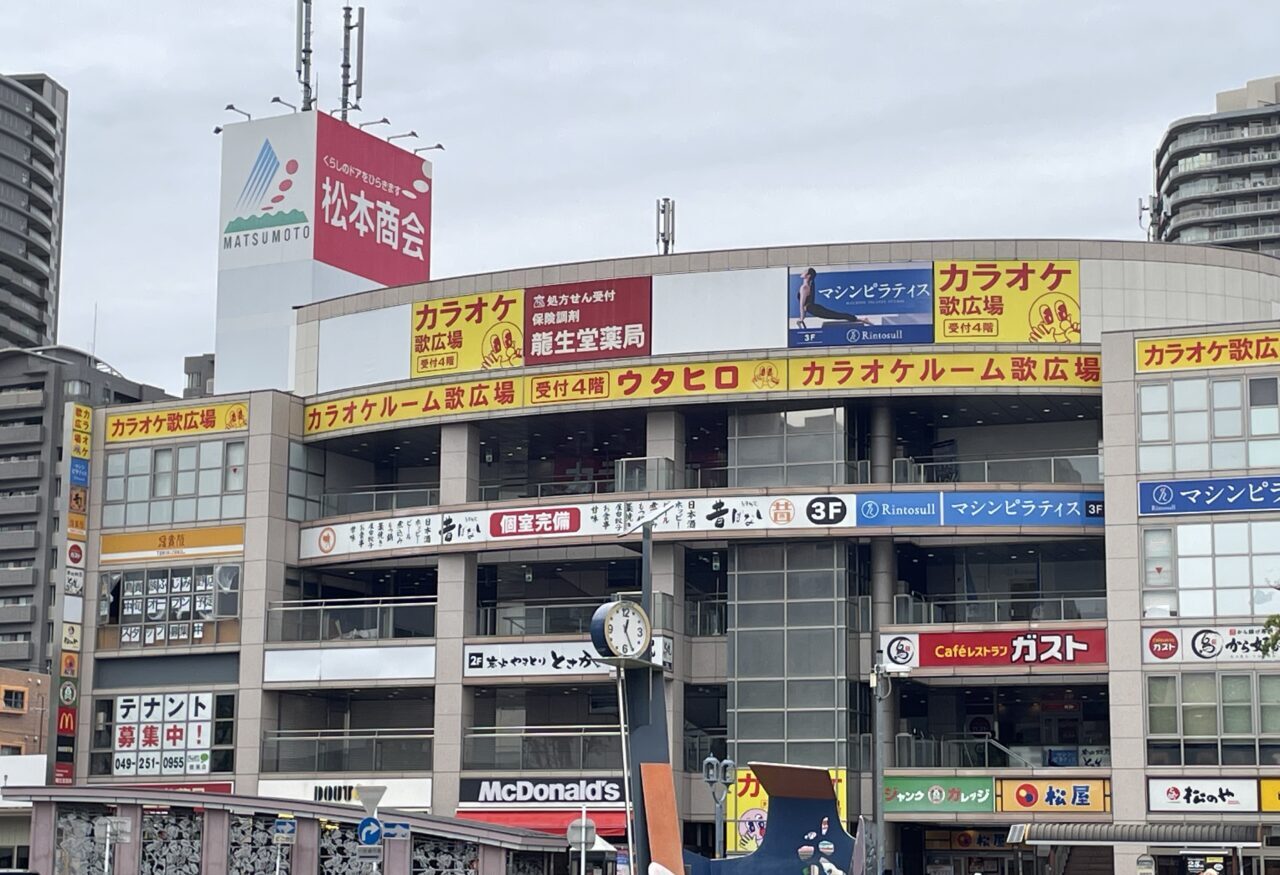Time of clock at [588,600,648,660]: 12:25
